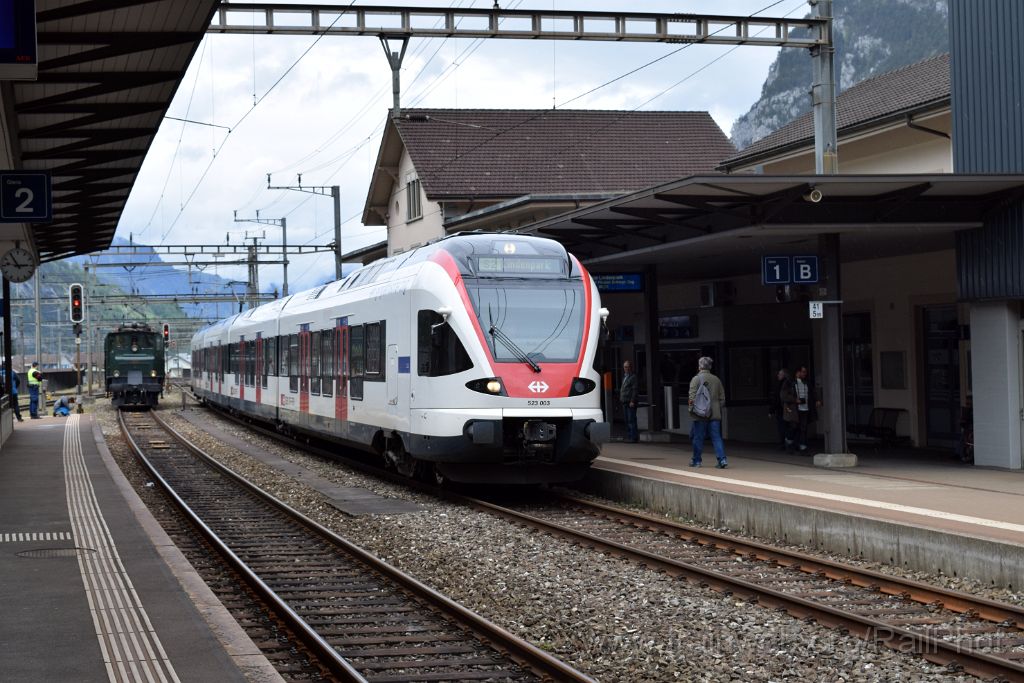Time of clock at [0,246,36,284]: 2:54
